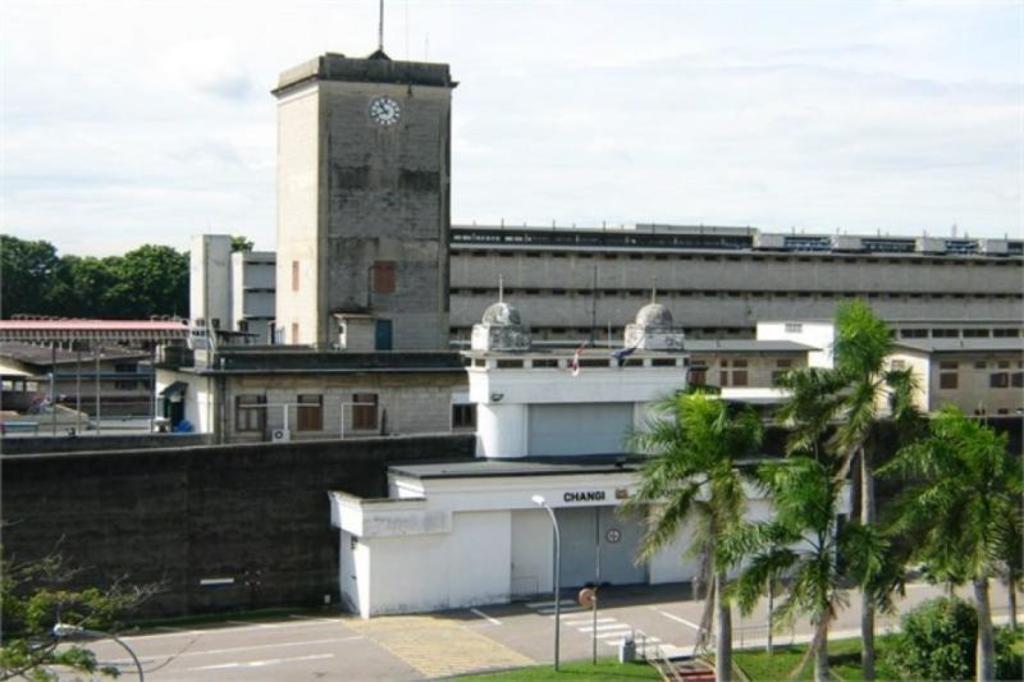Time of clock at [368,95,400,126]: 10:41
